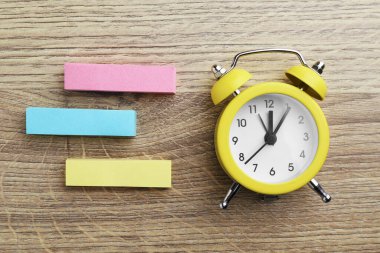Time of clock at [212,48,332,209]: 12:05
